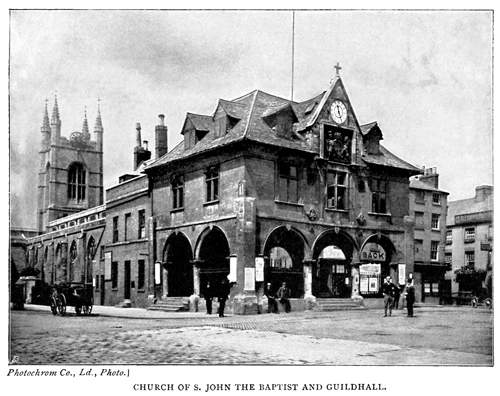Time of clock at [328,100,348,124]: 11:25
